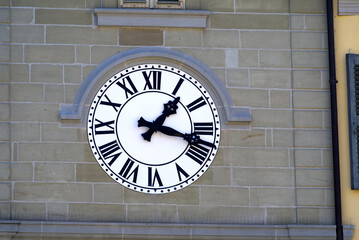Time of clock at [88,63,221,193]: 1:17
